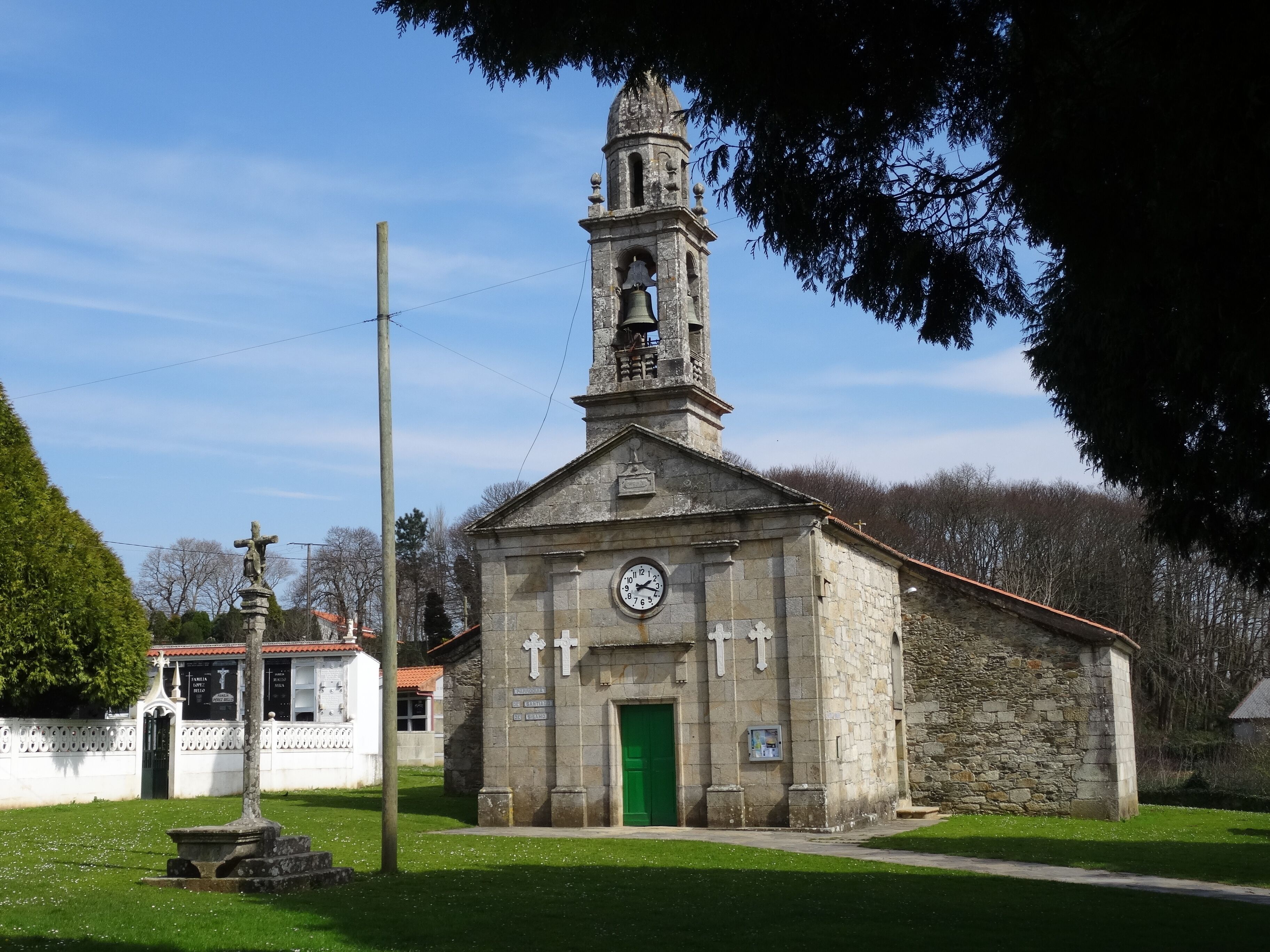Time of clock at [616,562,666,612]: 2:18
